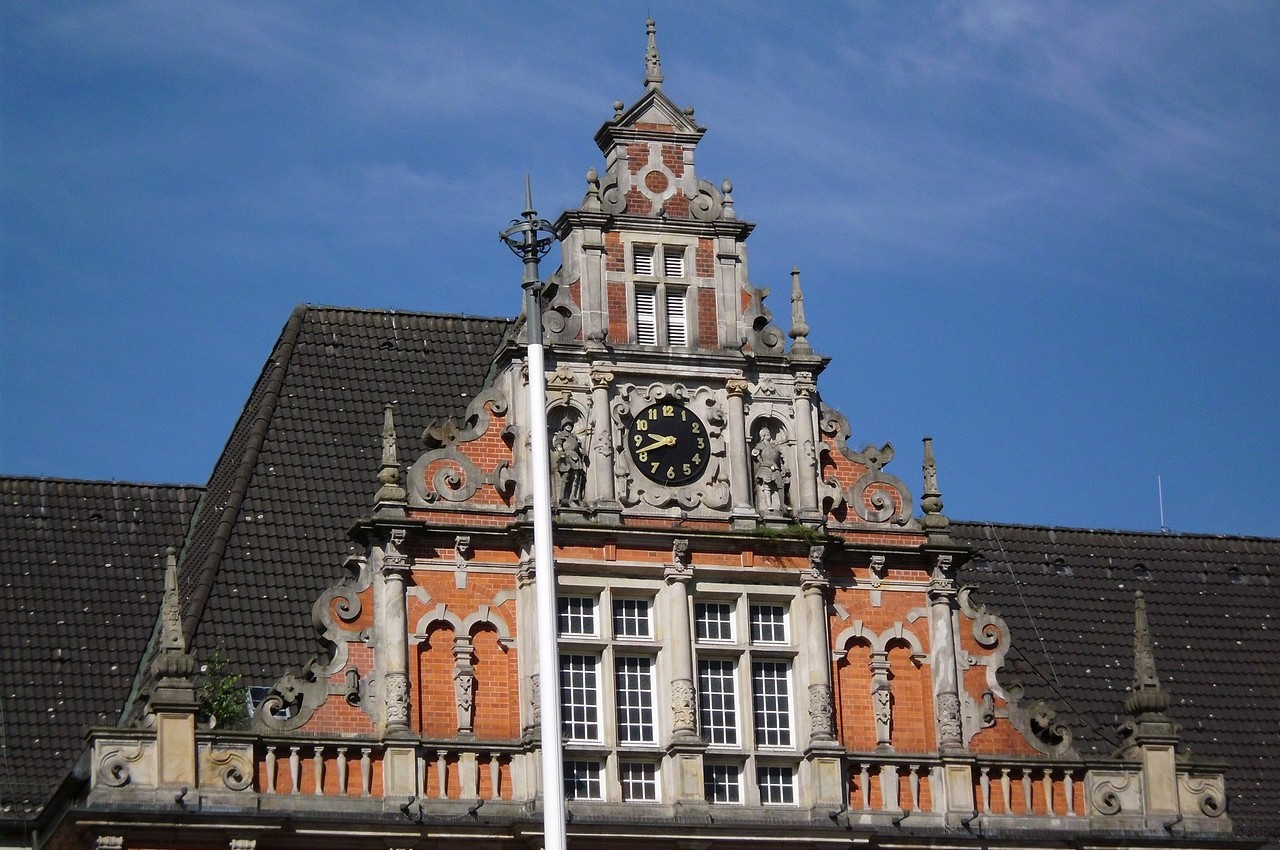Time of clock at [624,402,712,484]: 9:42
